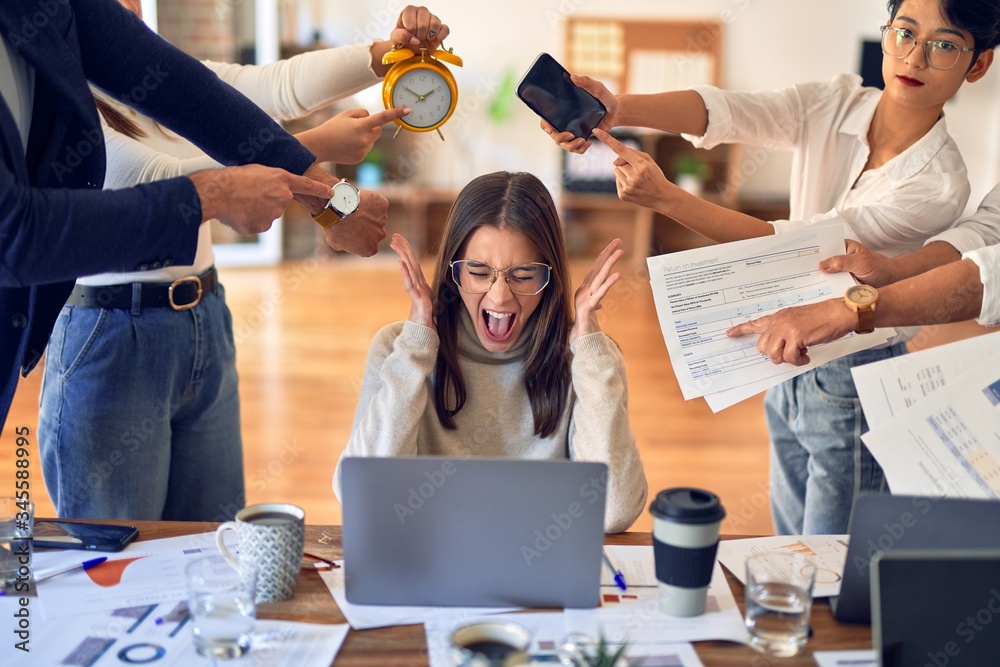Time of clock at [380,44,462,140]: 1:50
